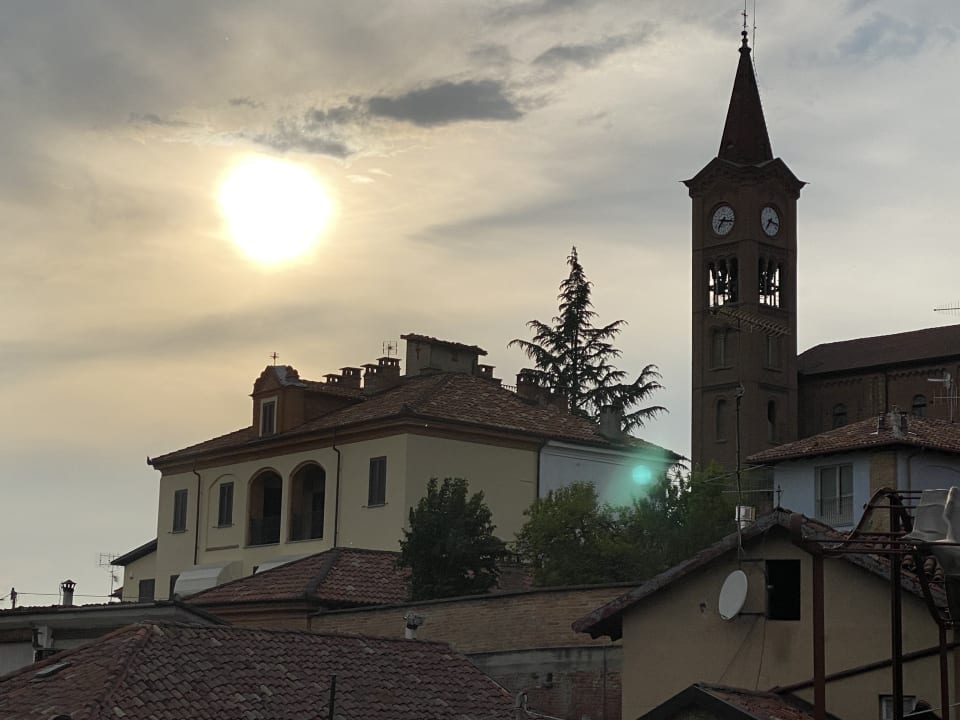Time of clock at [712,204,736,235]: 7:16
